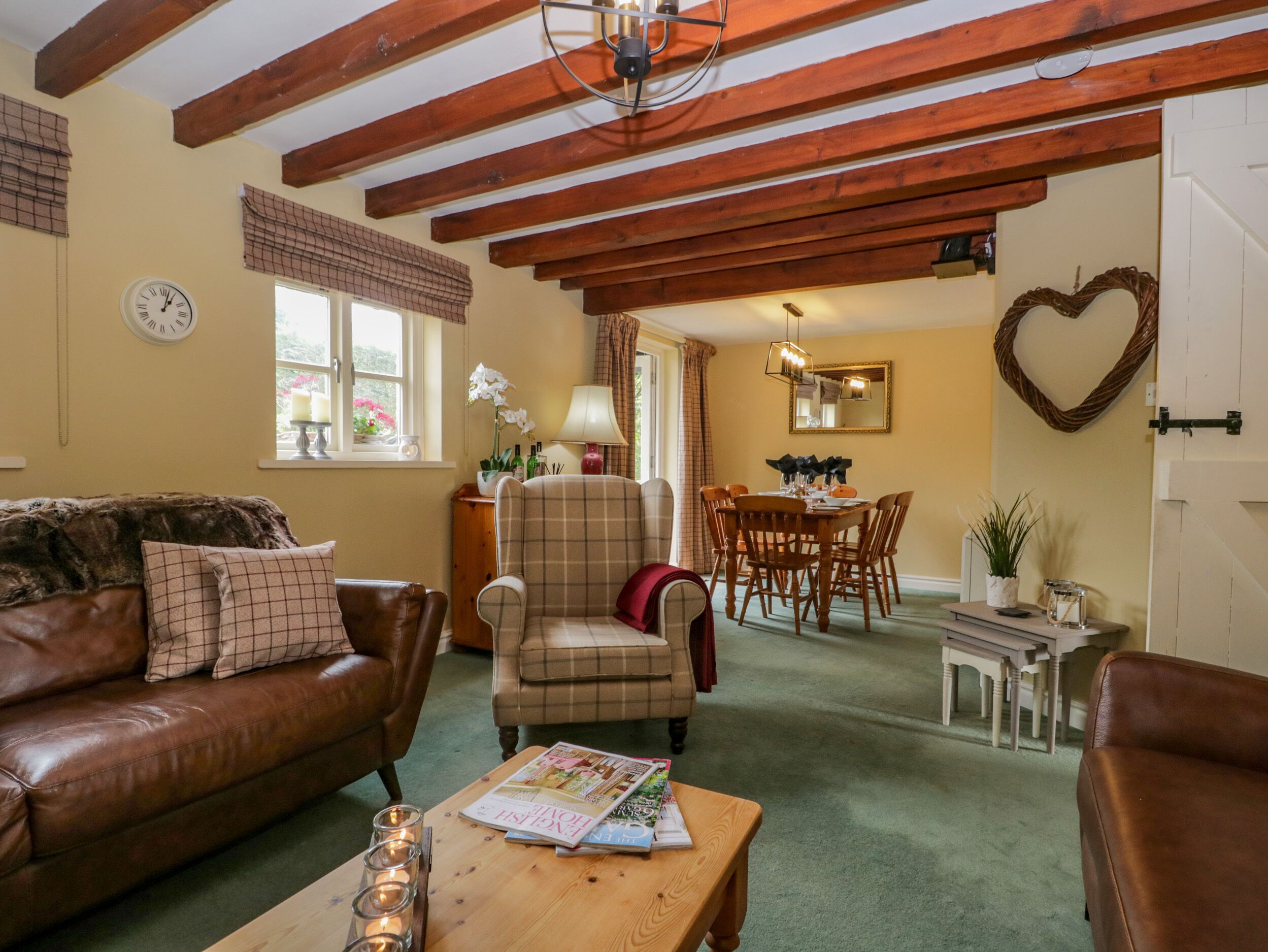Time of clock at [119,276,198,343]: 1:02
